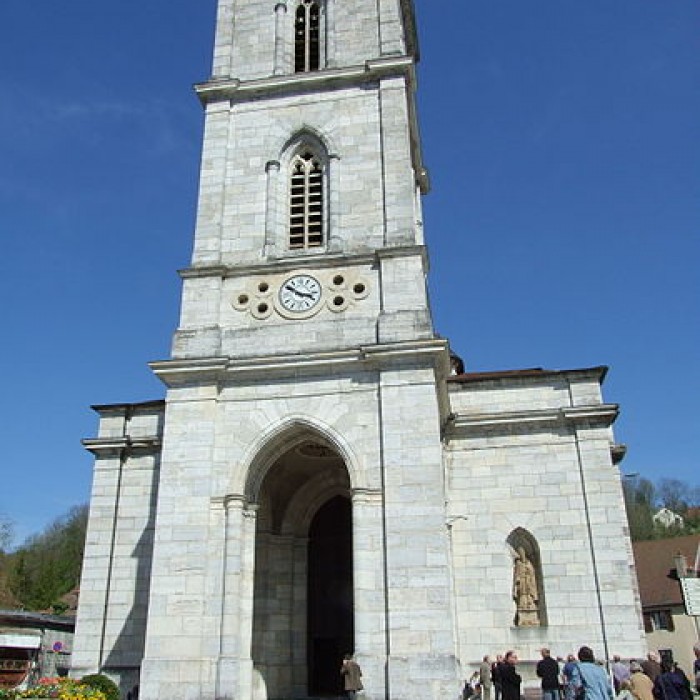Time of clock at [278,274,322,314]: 10:17
